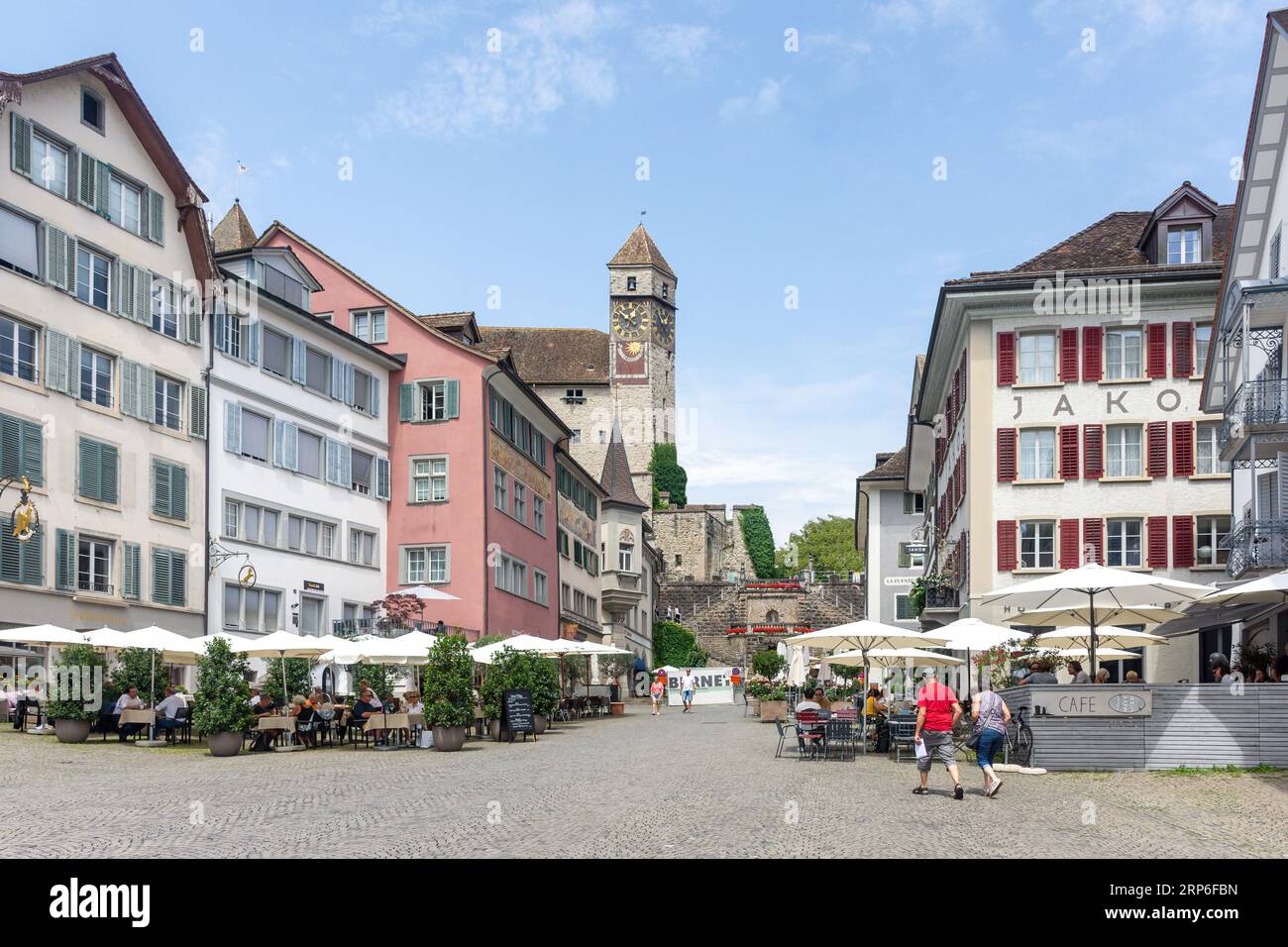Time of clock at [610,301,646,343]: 10:22
